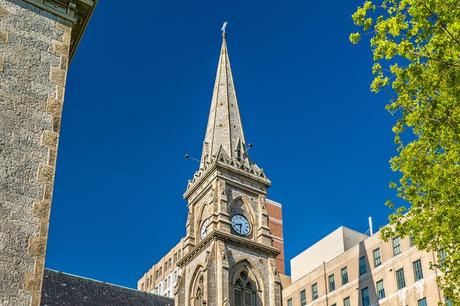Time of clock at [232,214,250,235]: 8:31
